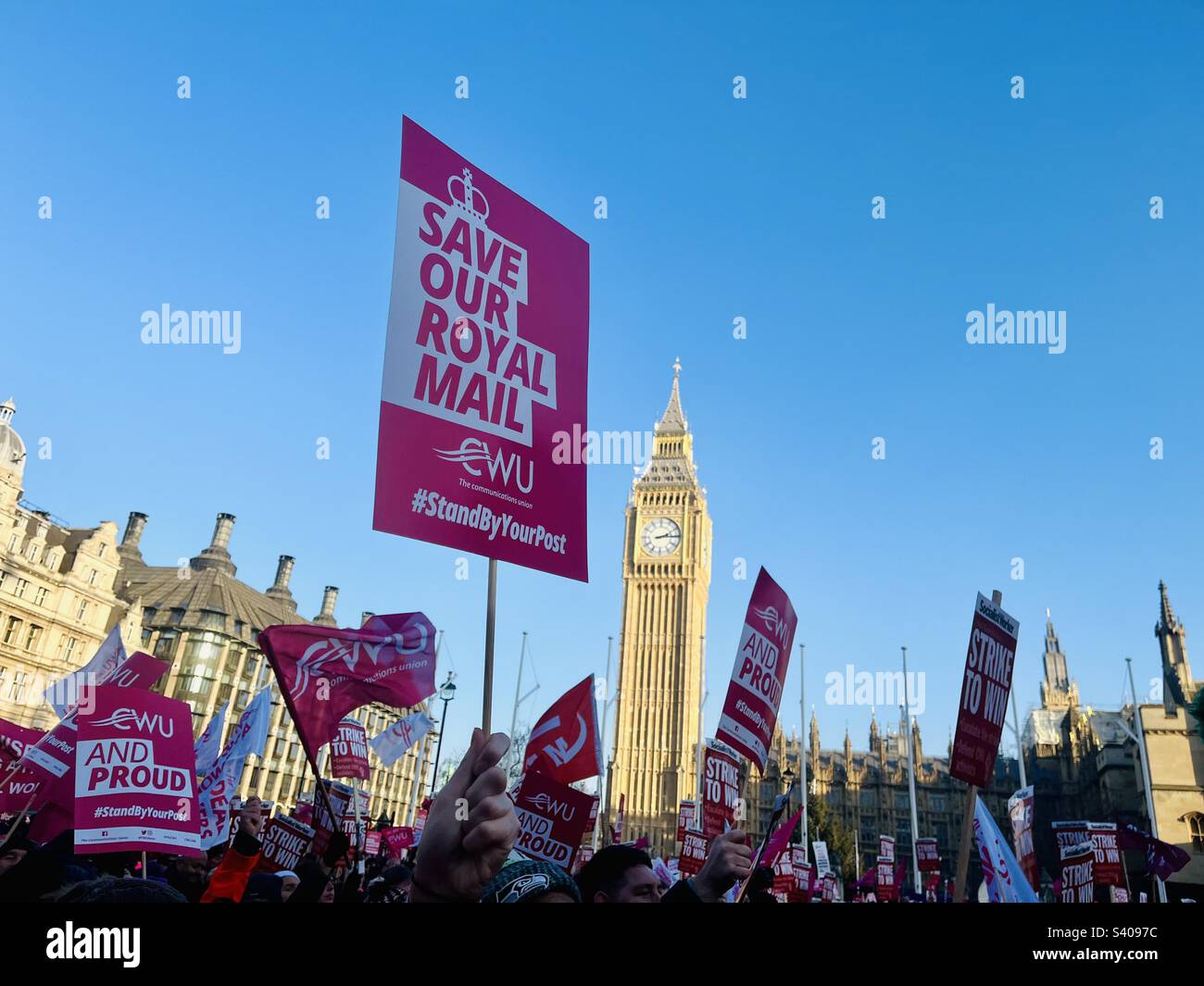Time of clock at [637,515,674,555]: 2:14
